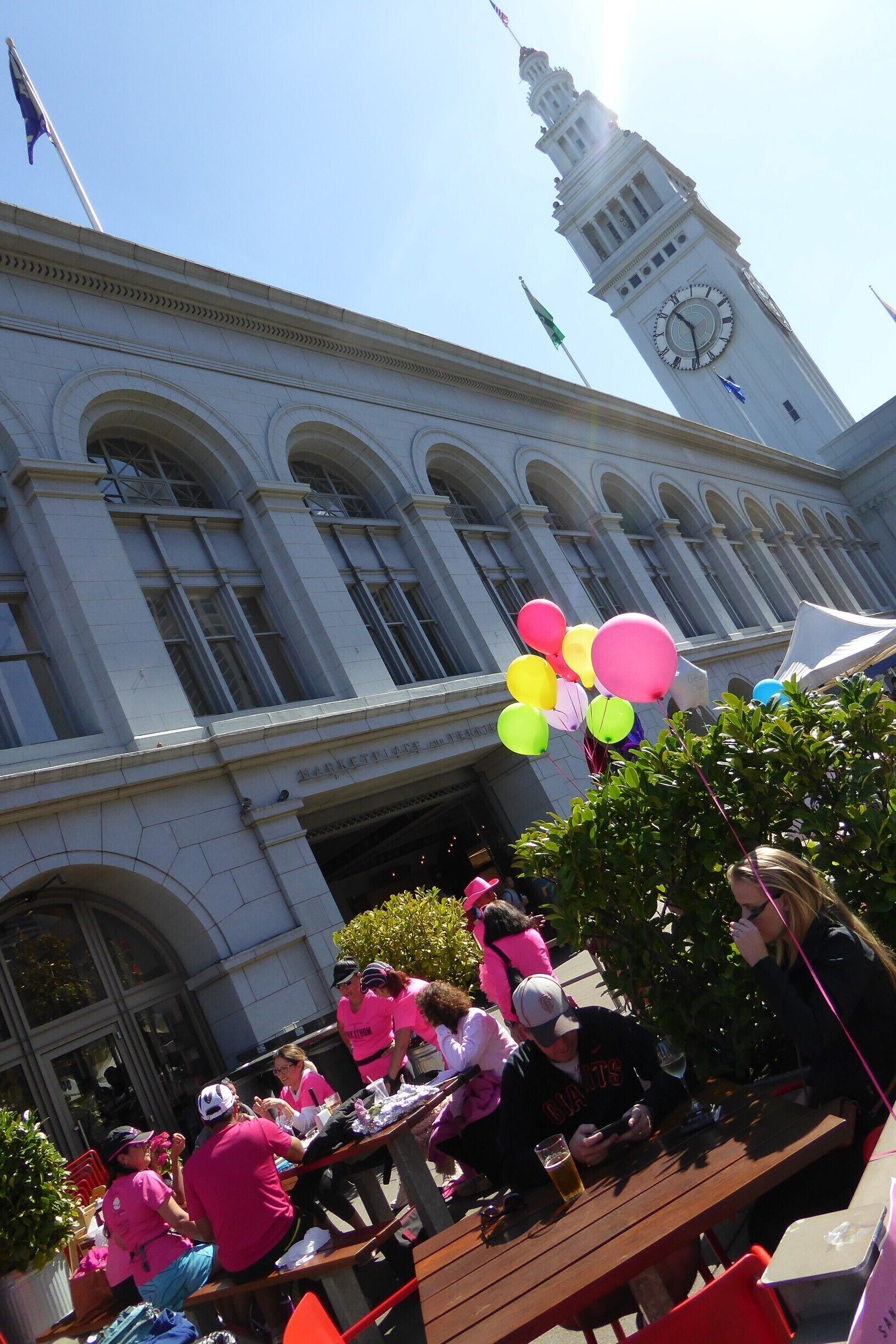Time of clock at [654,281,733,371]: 10:28
